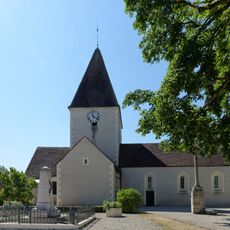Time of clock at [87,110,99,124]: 11:18
